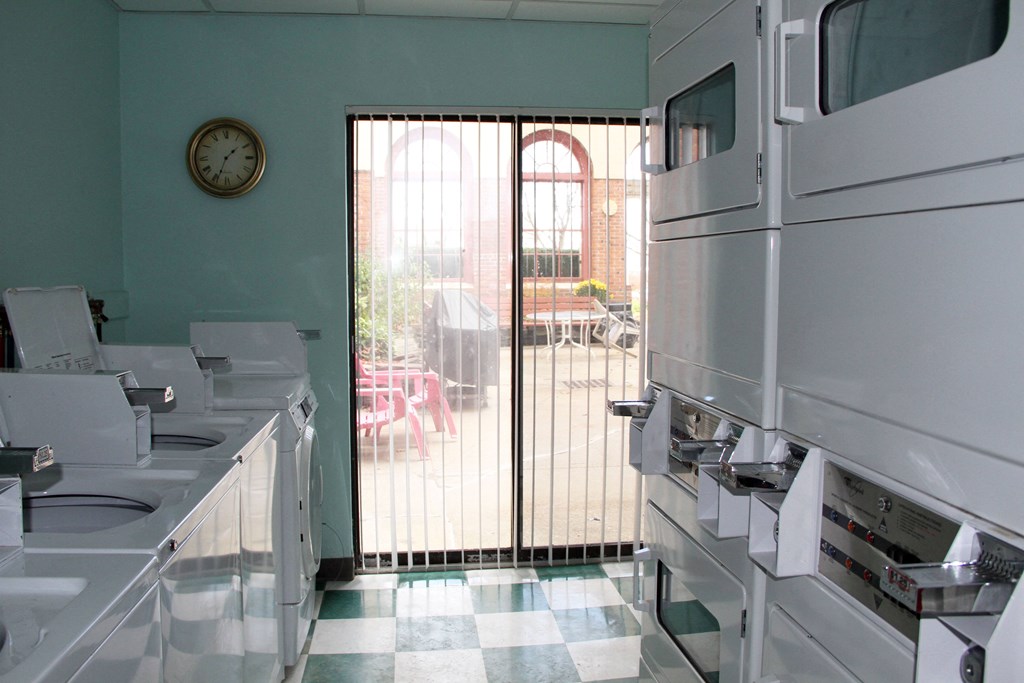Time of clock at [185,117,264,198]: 1:34
